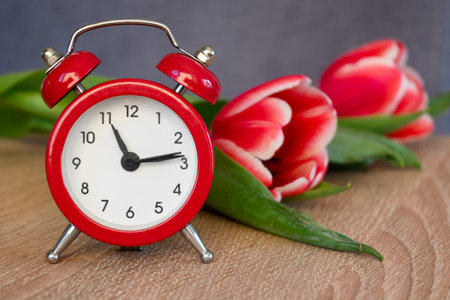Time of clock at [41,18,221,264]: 11:13
